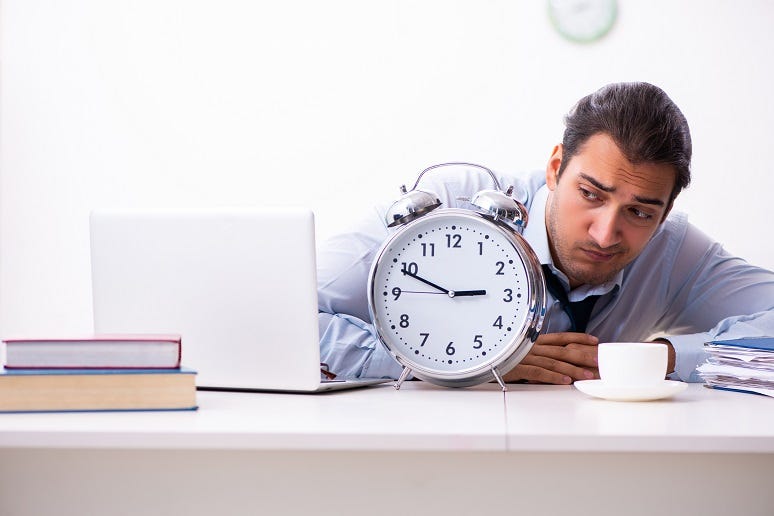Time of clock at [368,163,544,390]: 2:49
